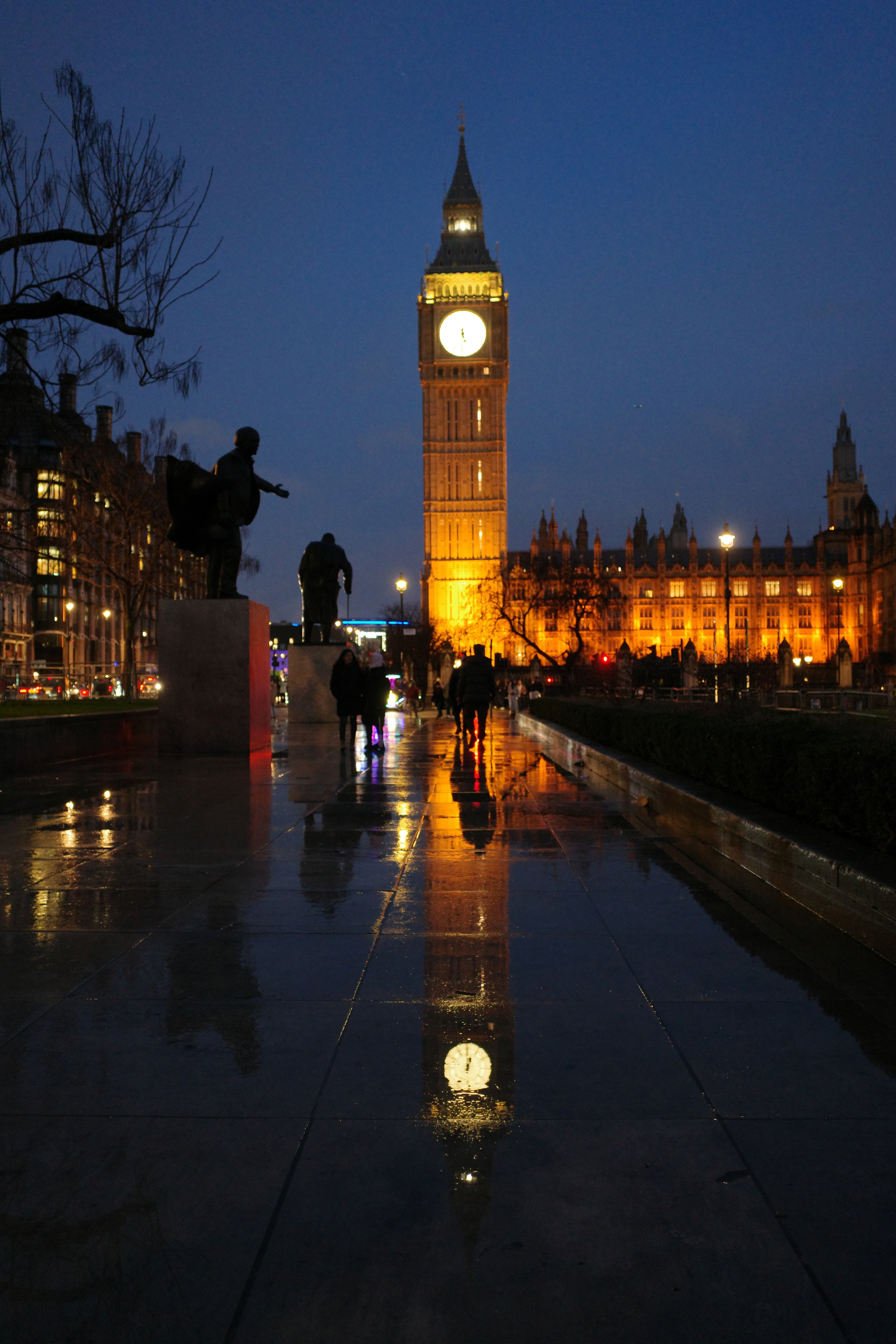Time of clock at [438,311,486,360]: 5:30
